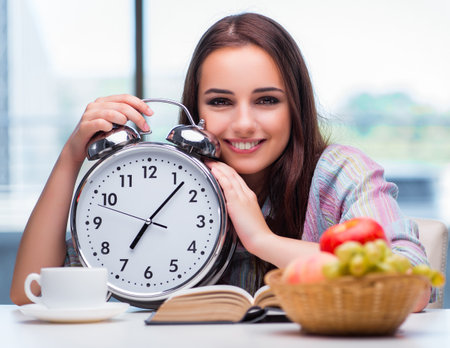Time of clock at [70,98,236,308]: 7:07
